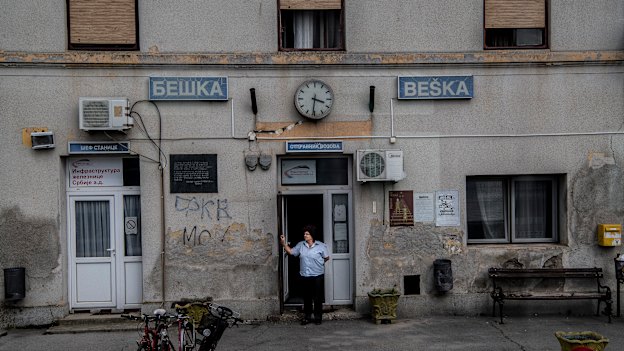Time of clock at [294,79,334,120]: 3:31
